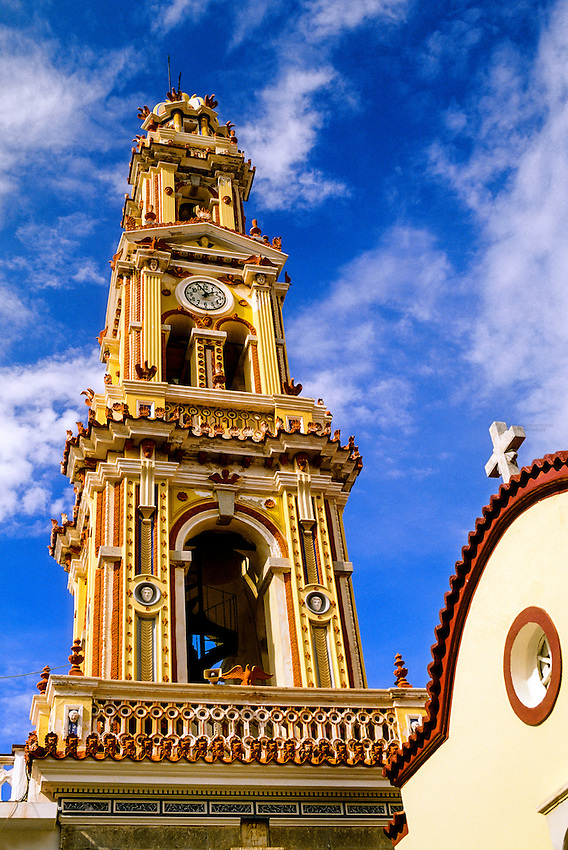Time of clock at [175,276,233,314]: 1:55
